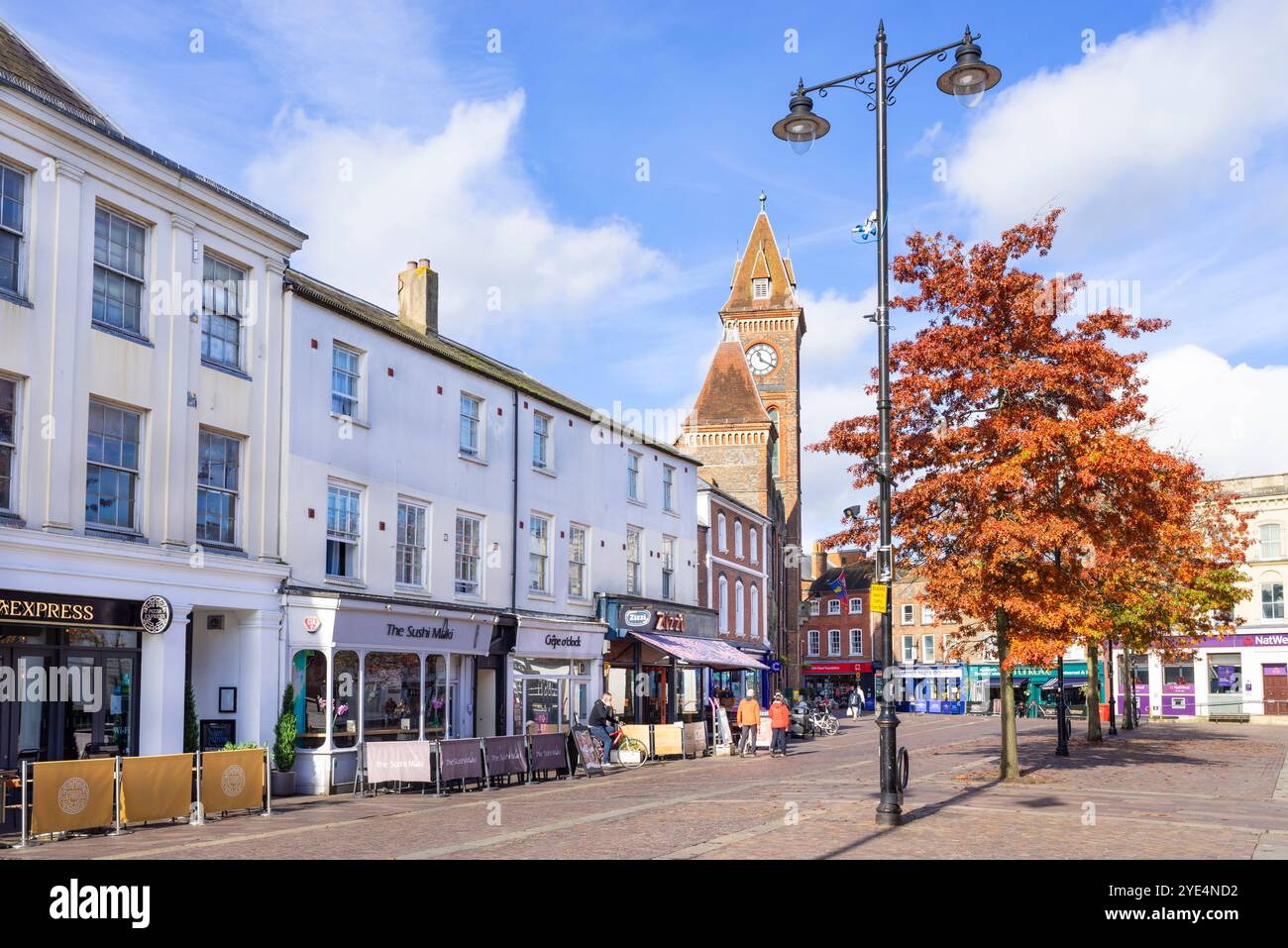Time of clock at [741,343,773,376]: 11:19
